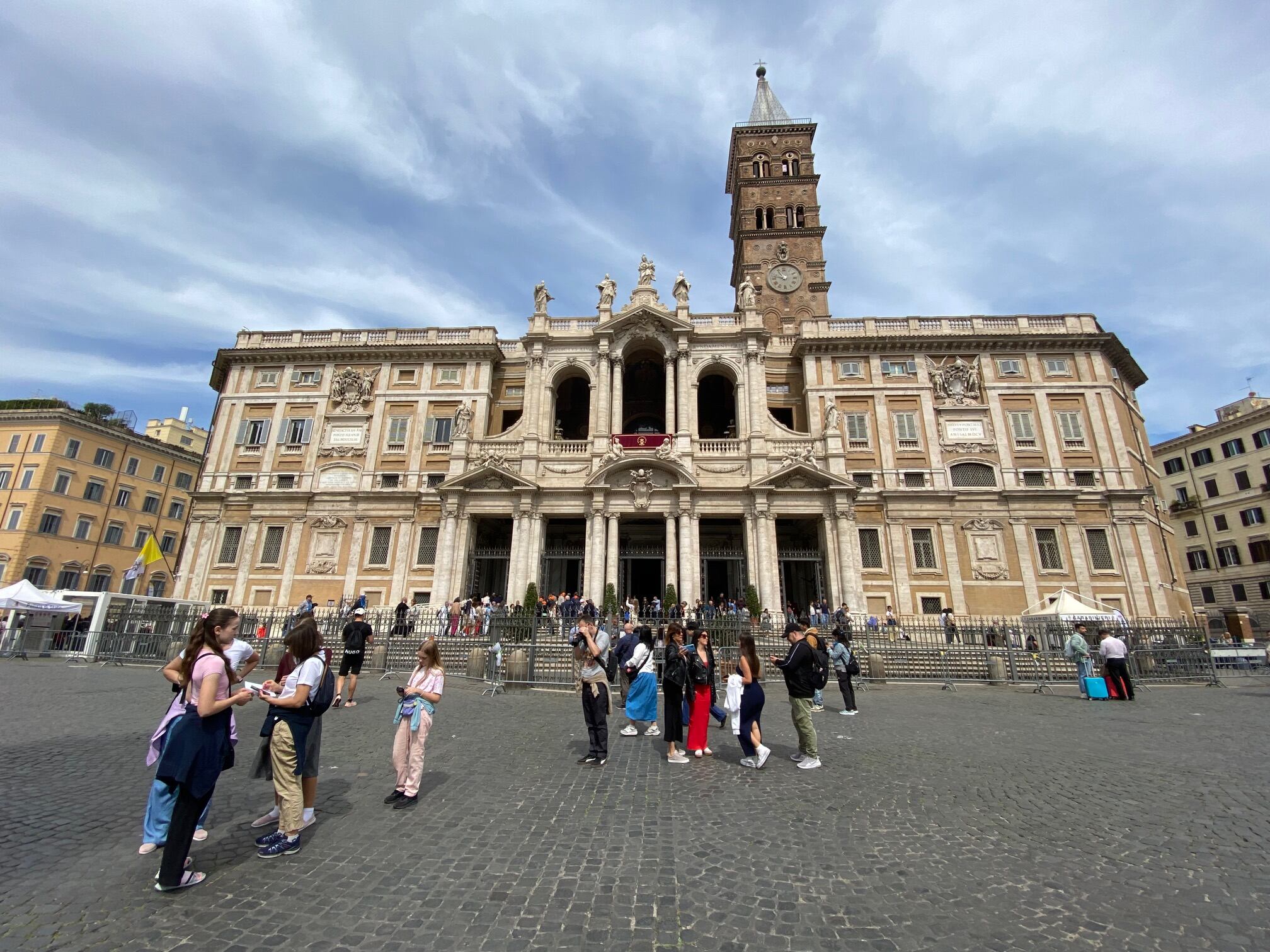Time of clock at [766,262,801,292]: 10:47
